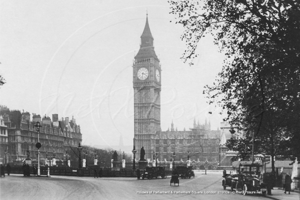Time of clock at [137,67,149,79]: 3:32
